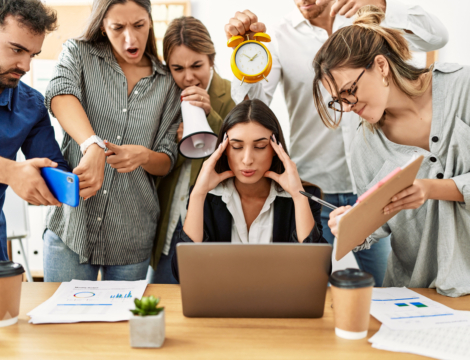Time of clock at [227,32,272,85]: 1:52
